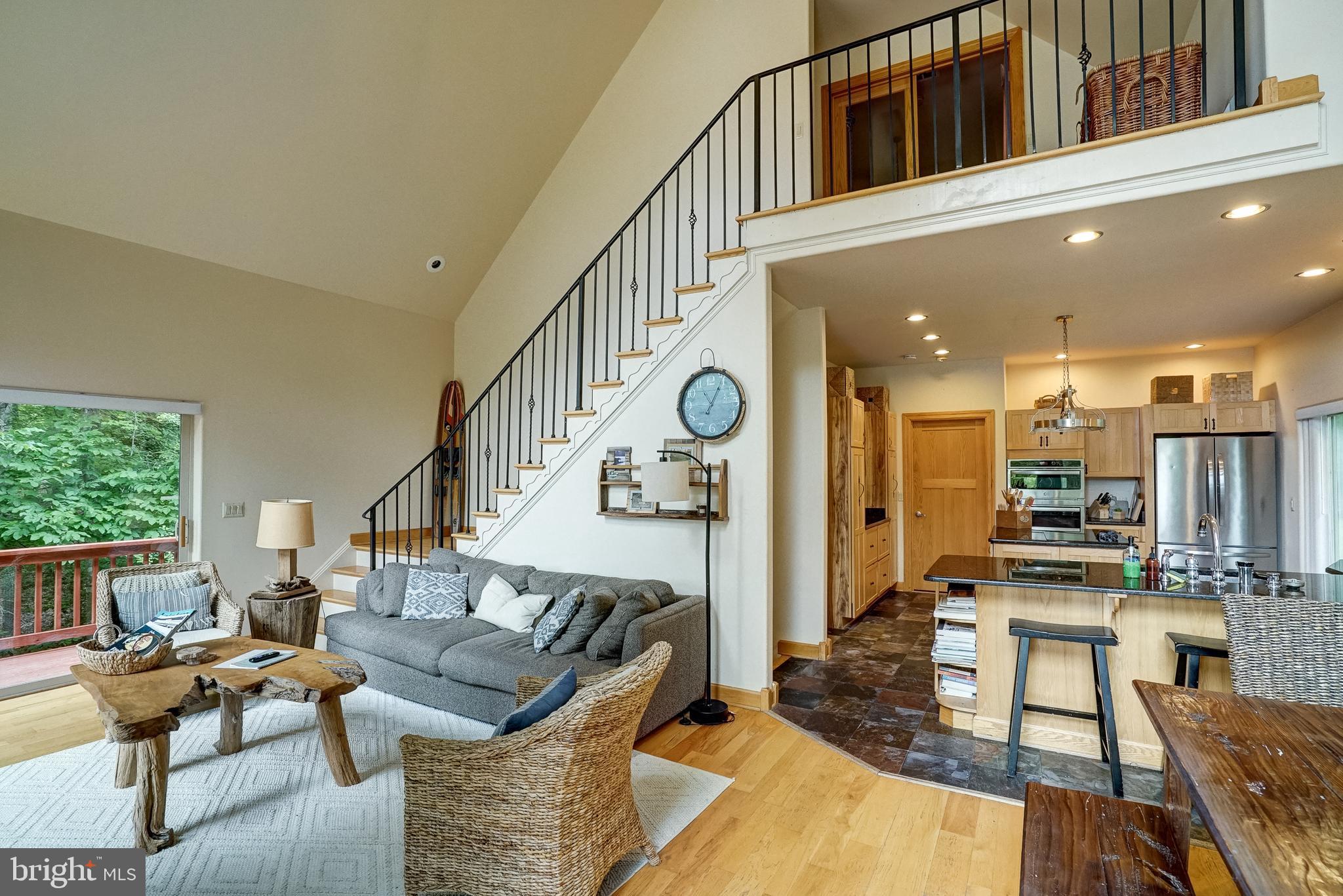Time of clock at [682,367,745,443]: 11:05
